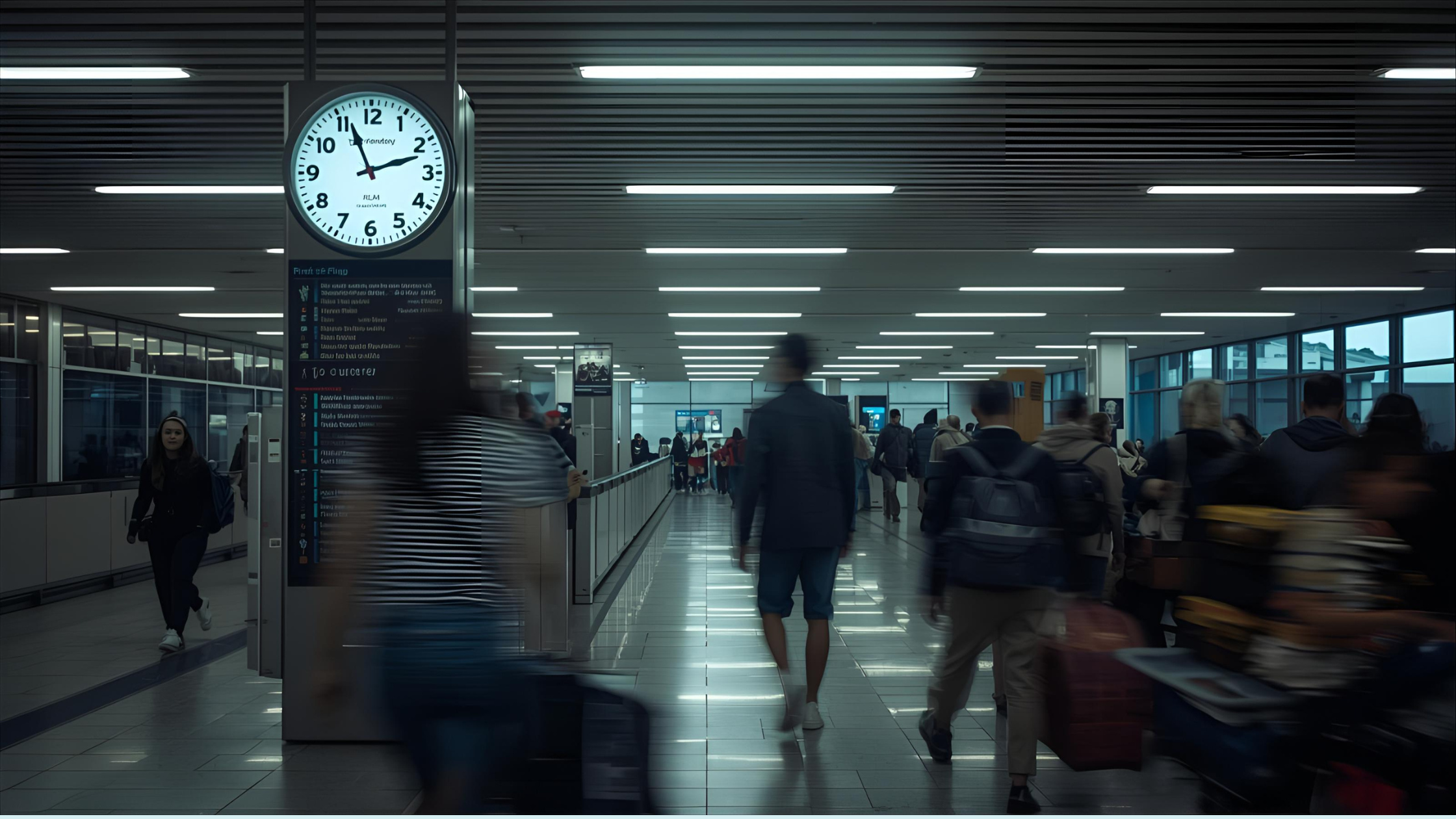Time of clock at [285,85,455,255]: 11:11
